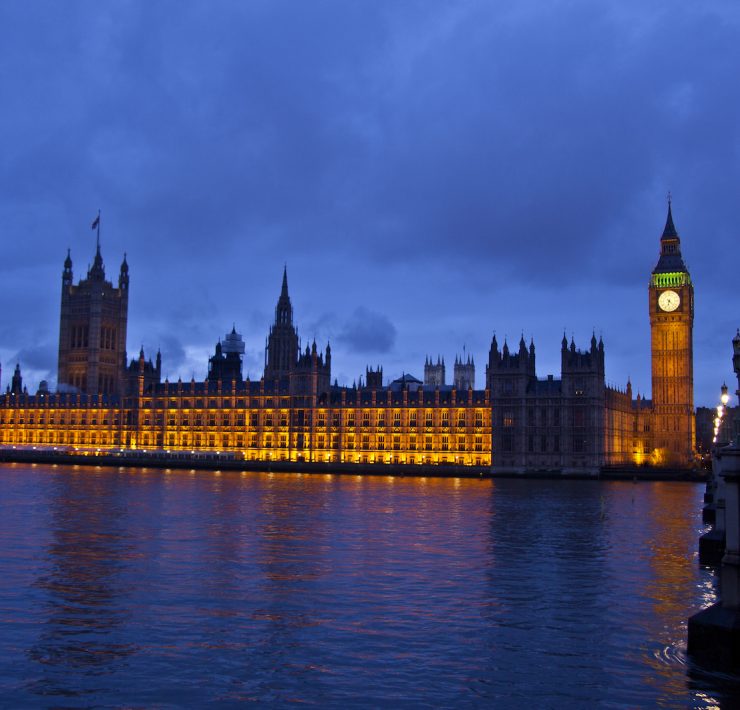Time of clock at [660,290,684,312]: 6:22
